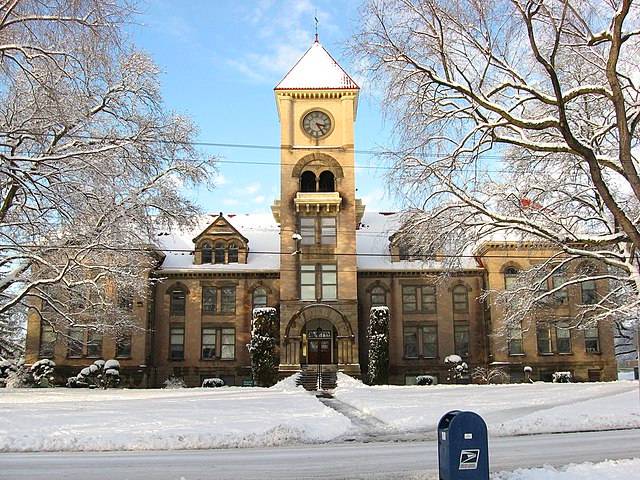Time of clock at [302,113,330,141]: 3:24
